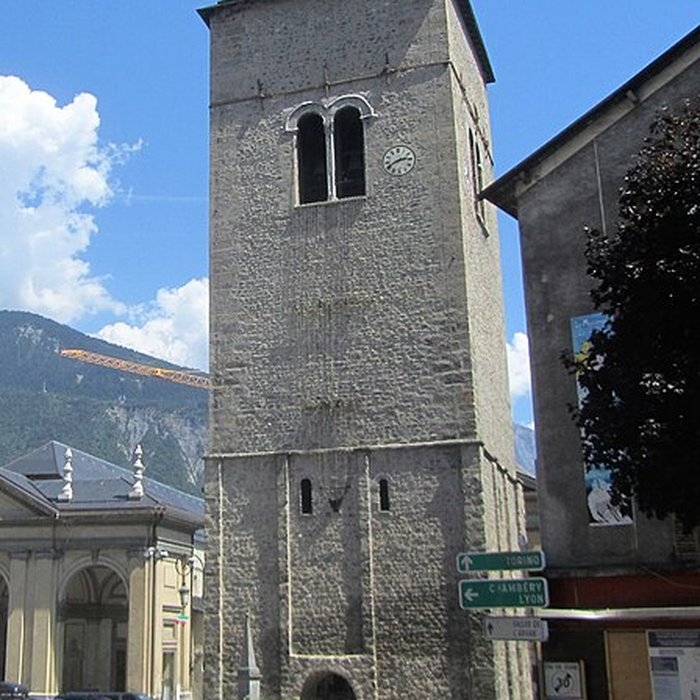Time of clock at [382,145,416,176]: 2:40
